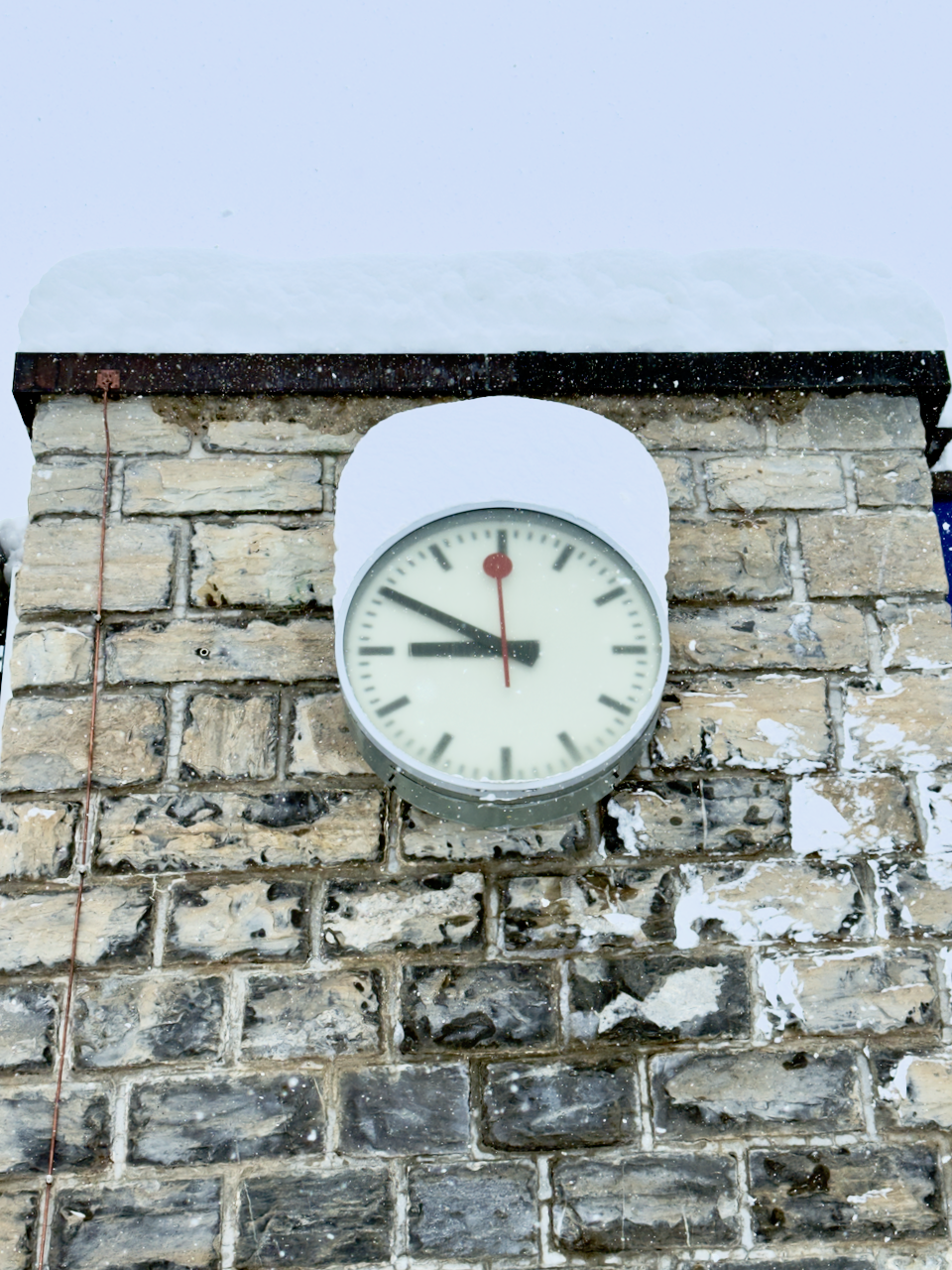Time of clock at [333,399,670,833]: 8:49
